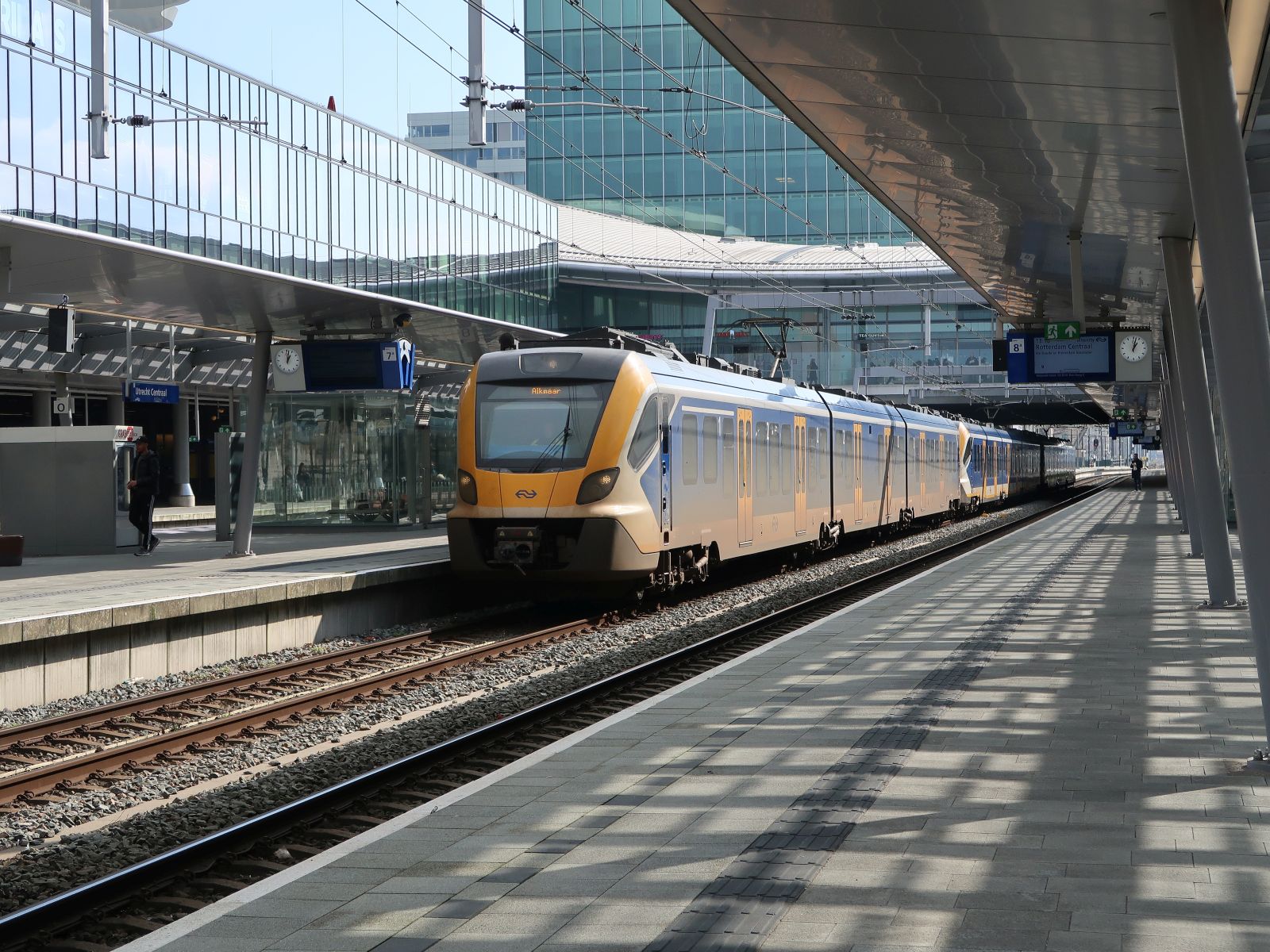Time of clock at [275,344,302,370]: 1:01
